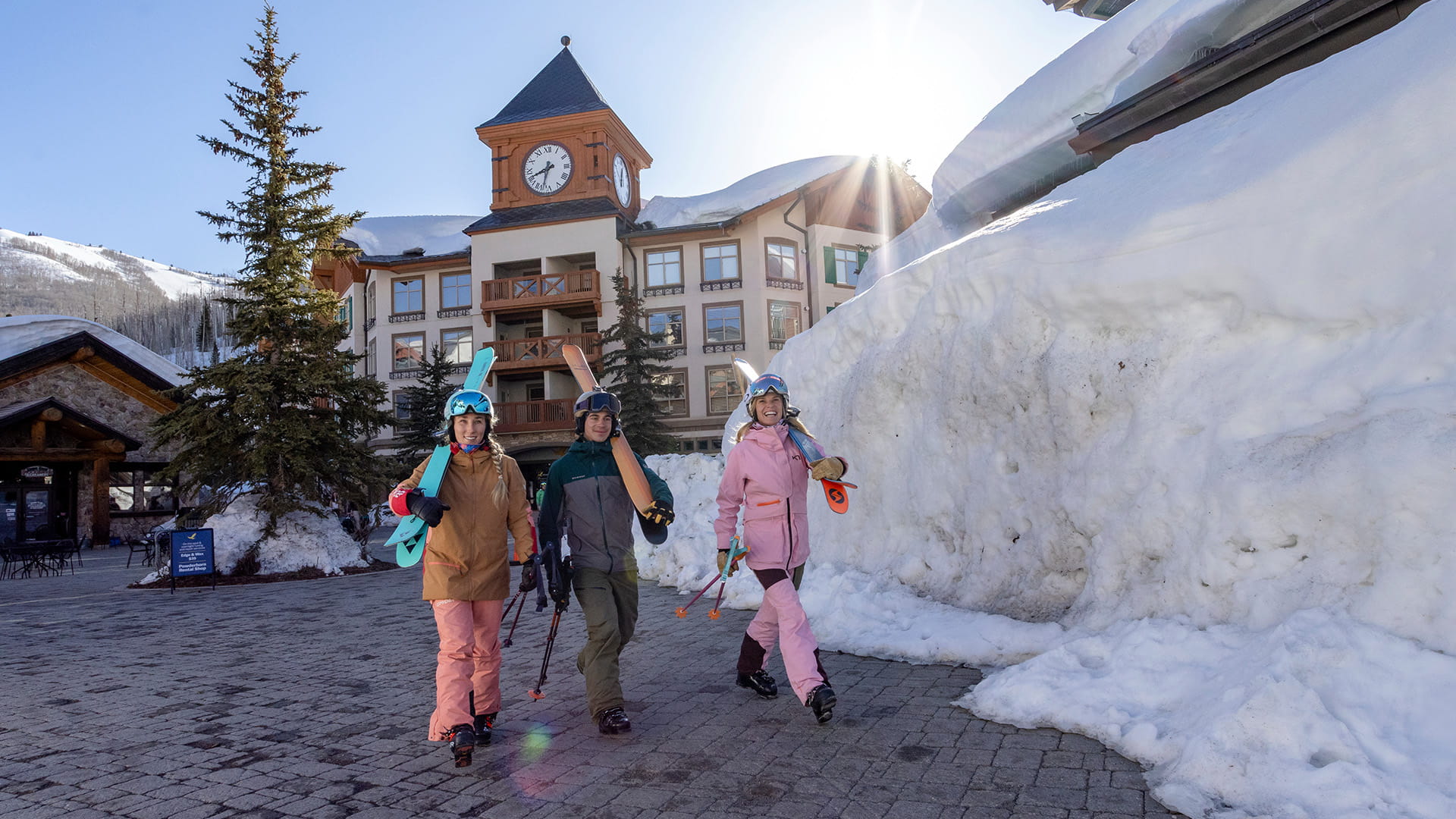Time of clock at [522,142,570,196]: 6:41
